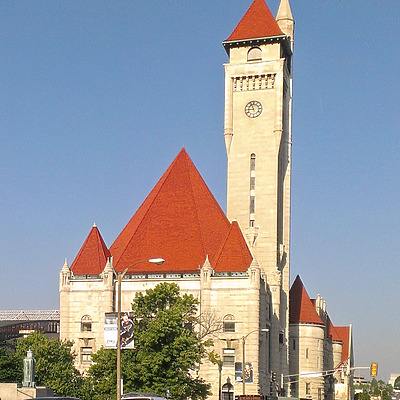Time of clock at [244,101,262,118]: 8:56
